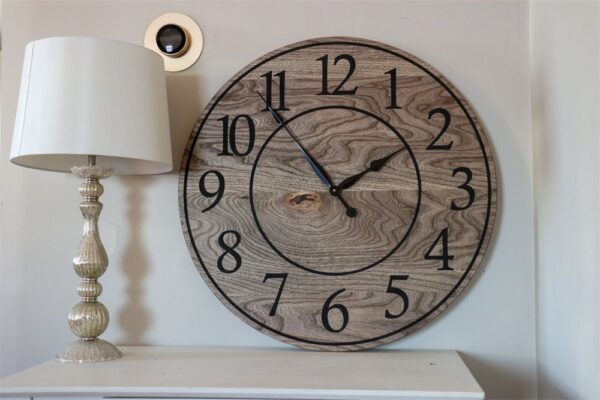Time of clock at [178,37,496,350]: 1:53
